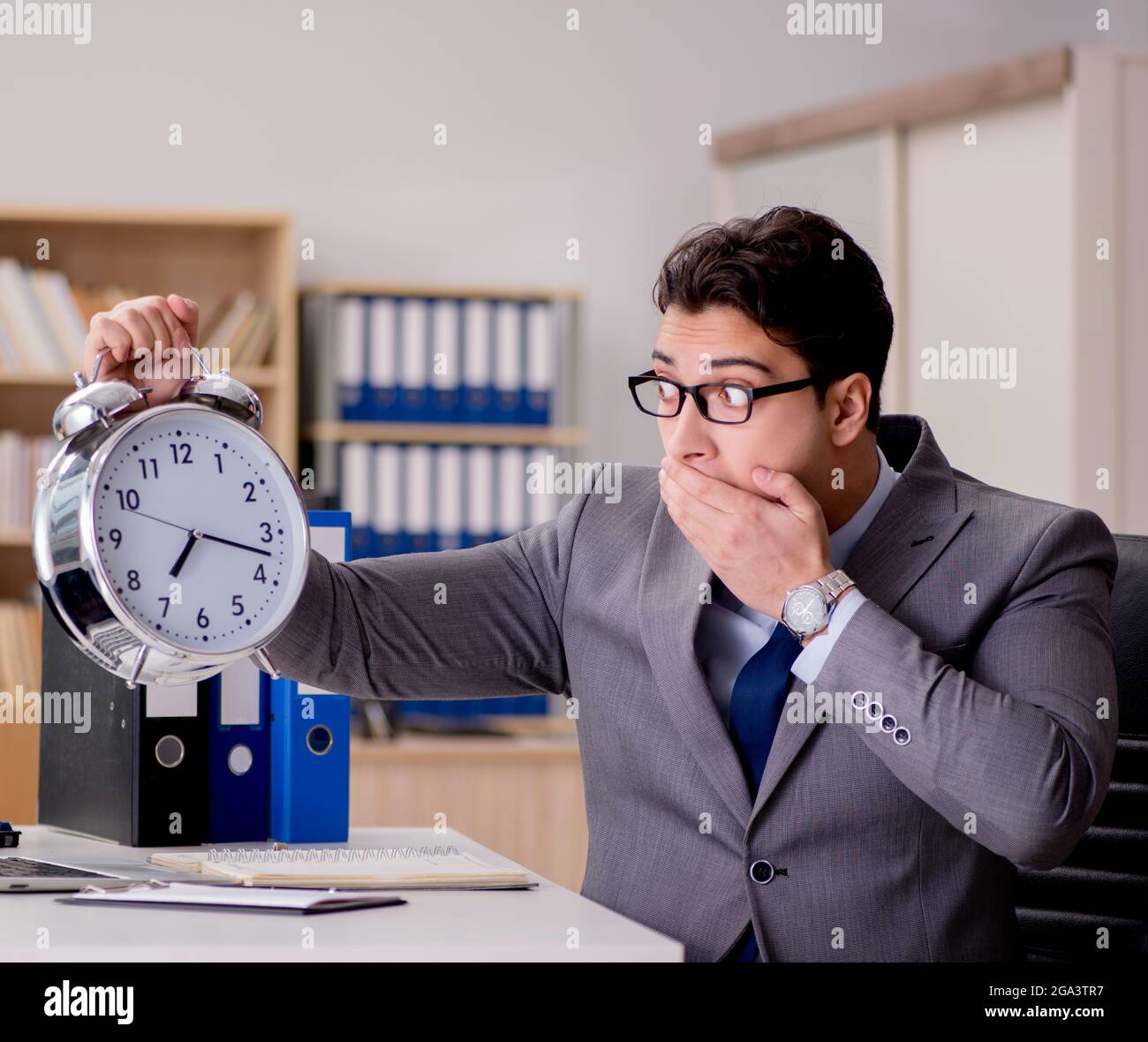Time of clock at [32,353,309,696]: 7:17
